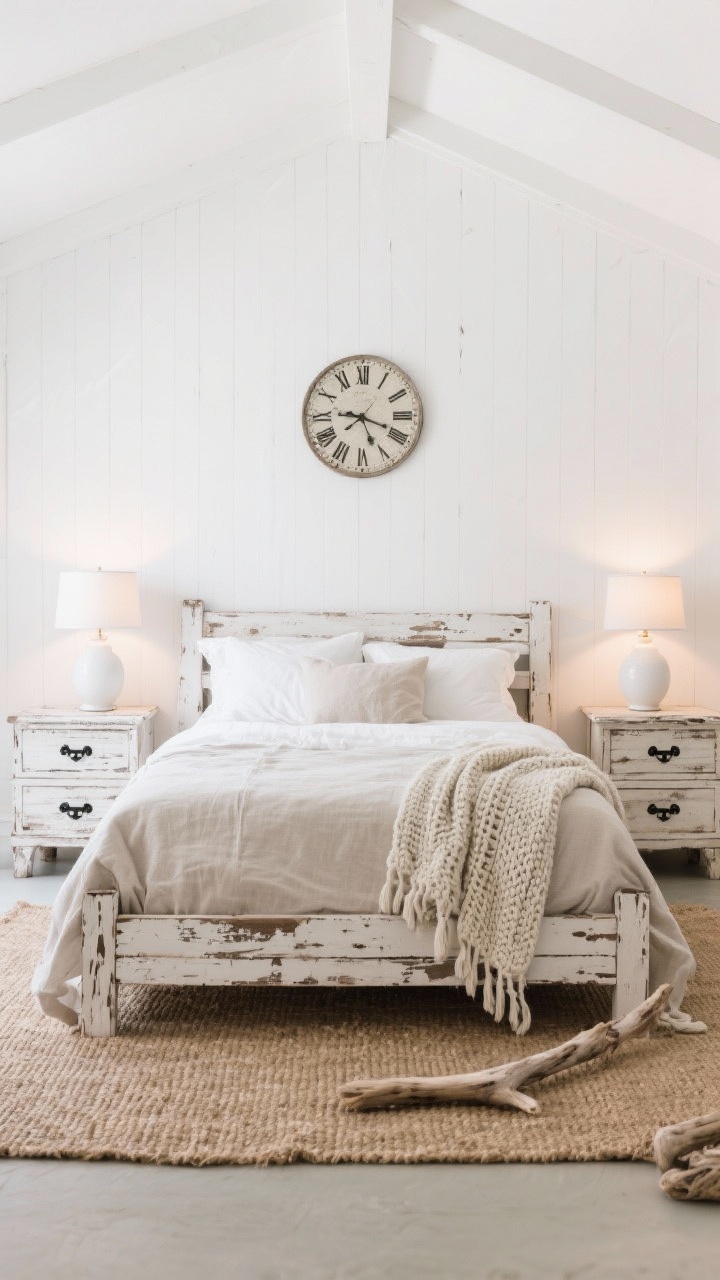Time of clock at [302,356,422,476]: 9:18
